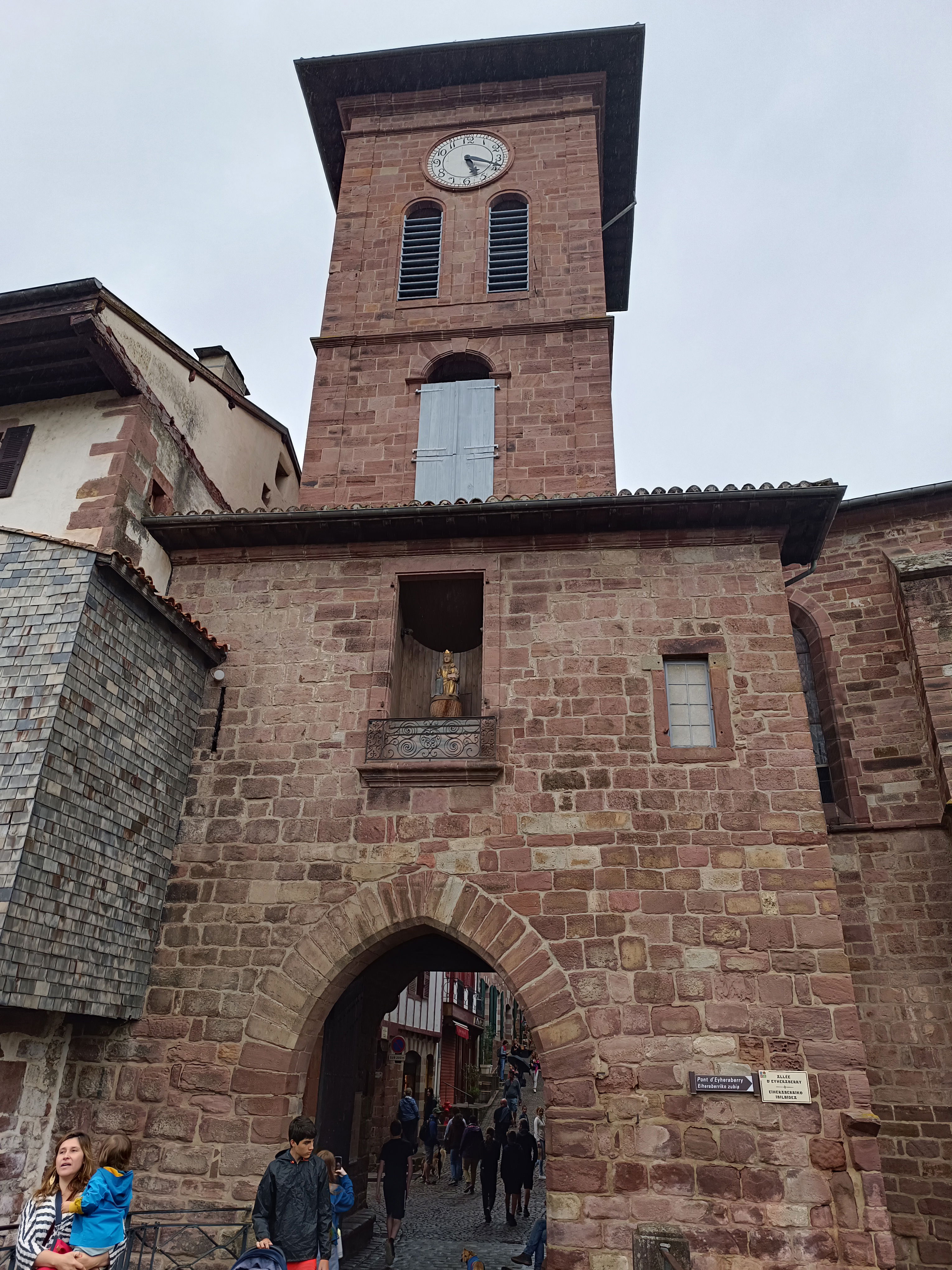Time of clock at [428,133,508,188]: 5:18
